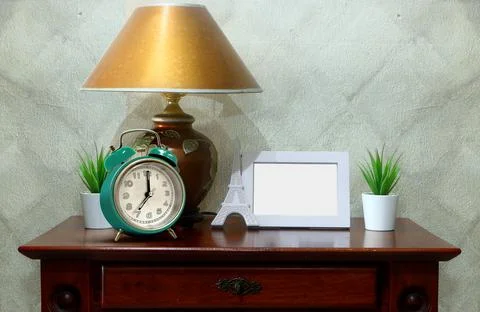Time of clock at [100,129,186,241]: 7:00
